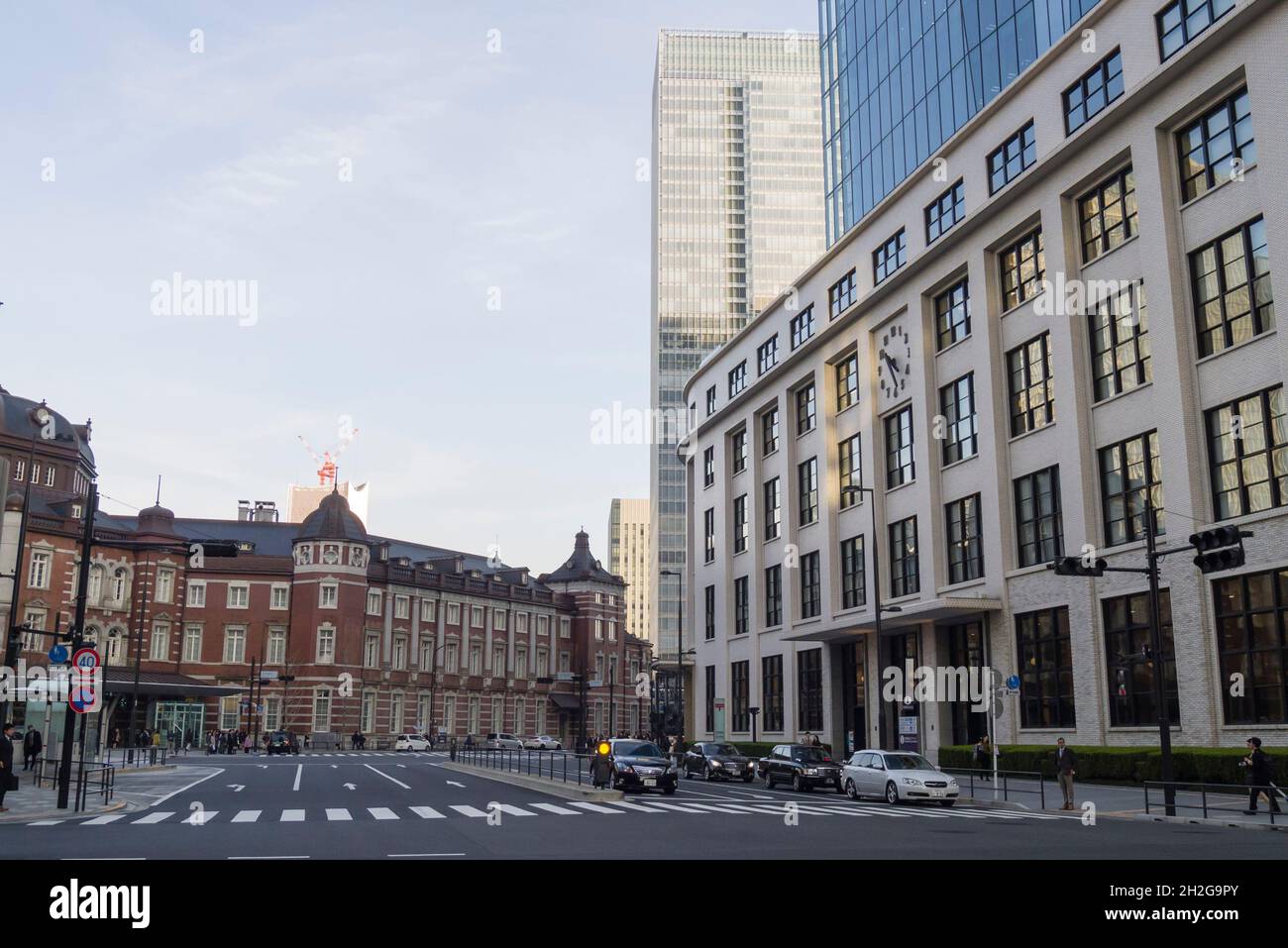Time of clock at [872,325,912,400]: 4:50
